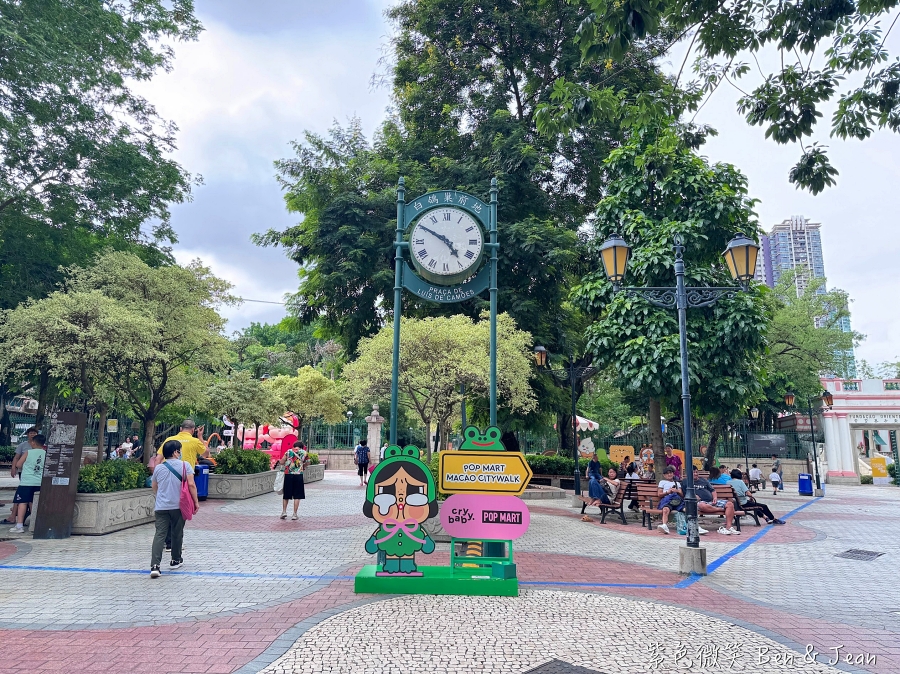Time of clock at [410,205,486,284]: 4:50
